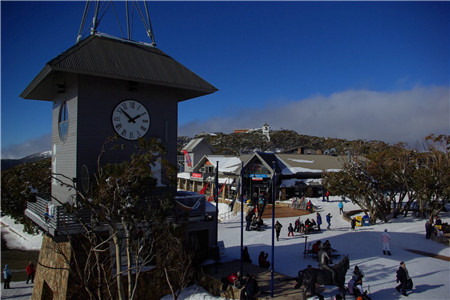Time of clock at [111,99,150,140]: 1:51
